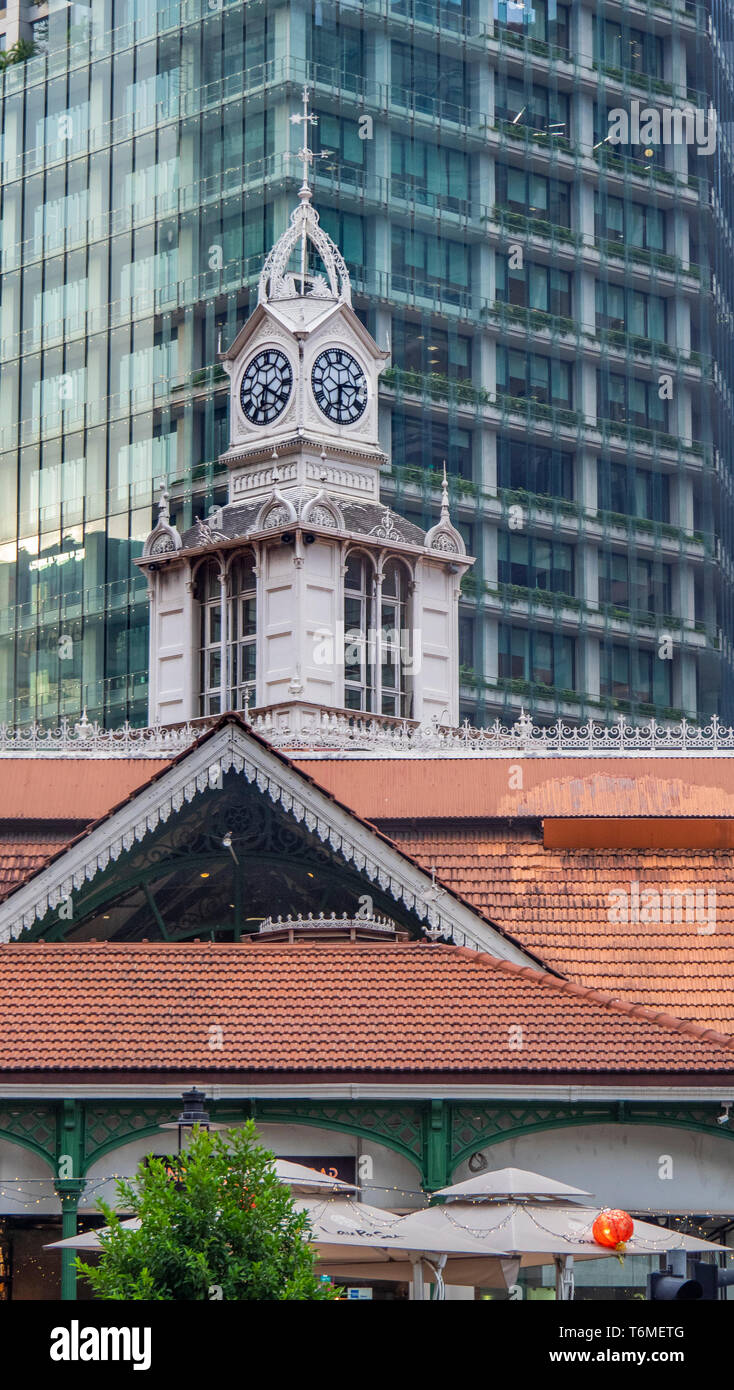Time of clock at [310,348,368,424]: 6:14
